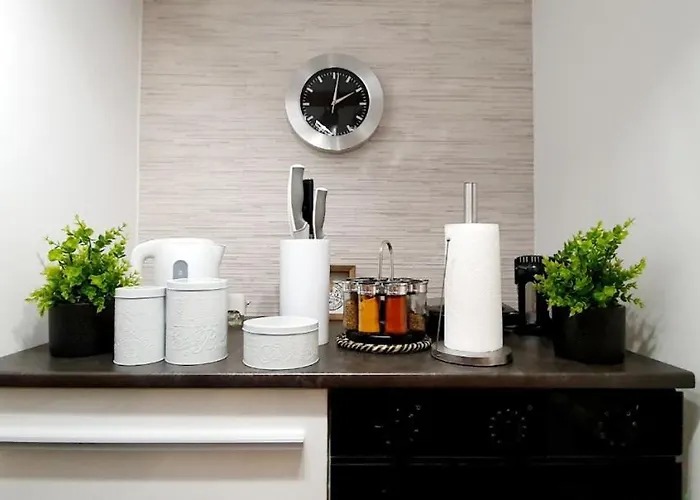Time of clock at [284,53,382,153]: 2:01
